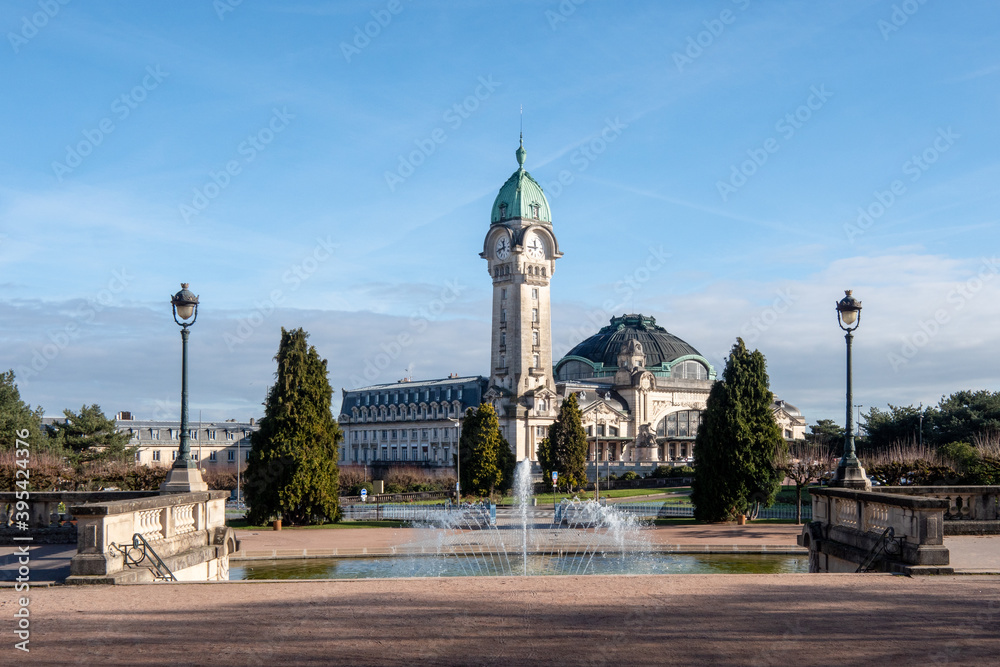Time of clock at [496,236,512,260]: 11:42
